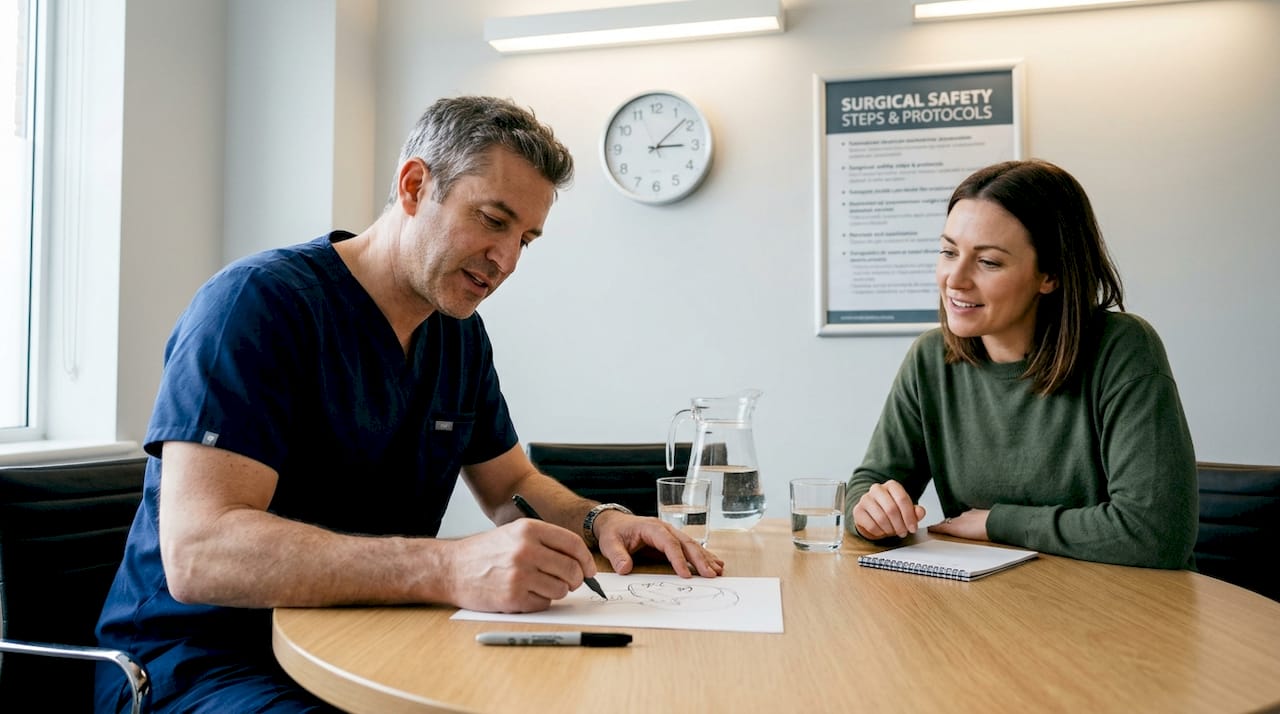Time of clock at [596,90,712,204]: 3:08
